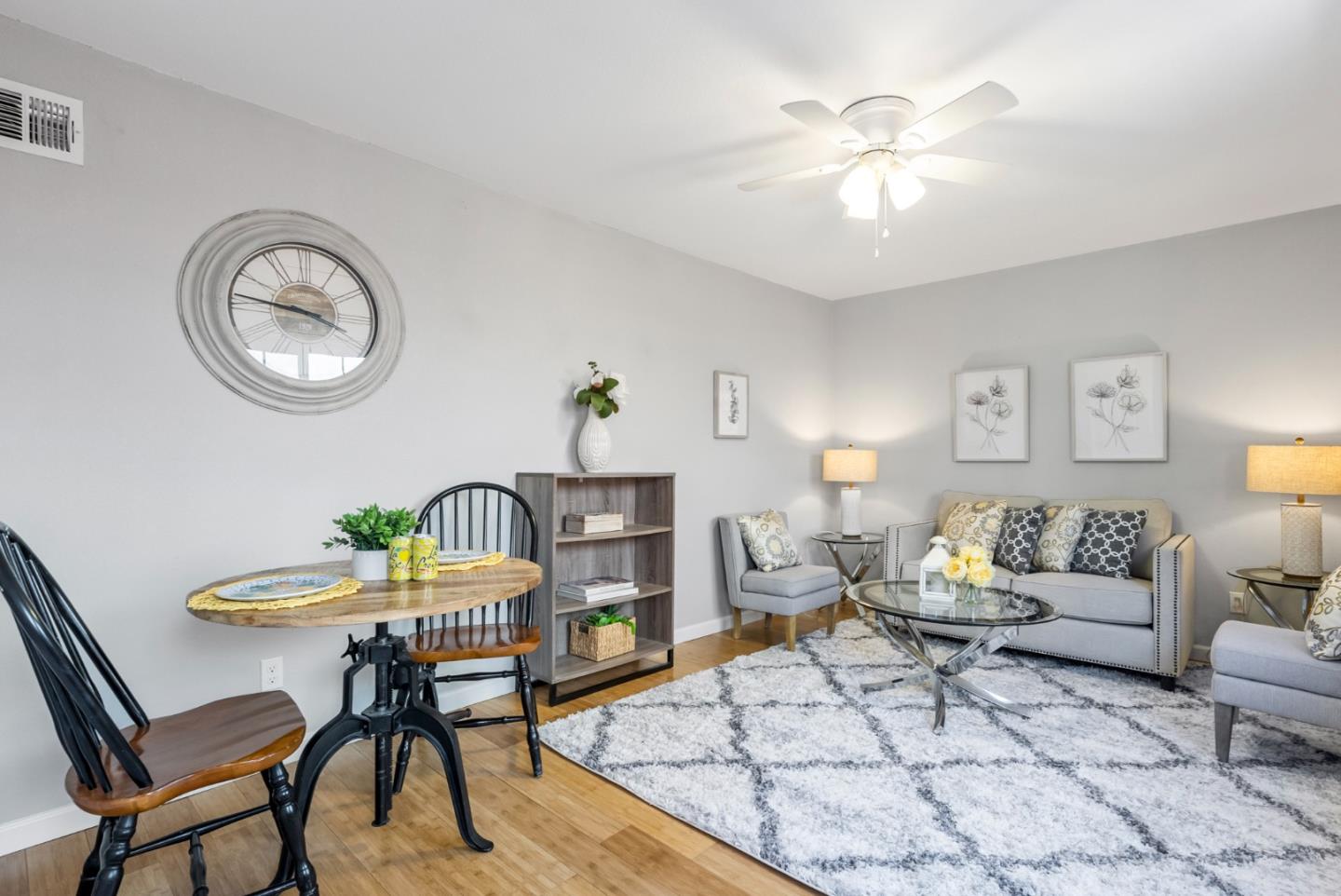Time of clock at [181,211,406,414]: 3:46
